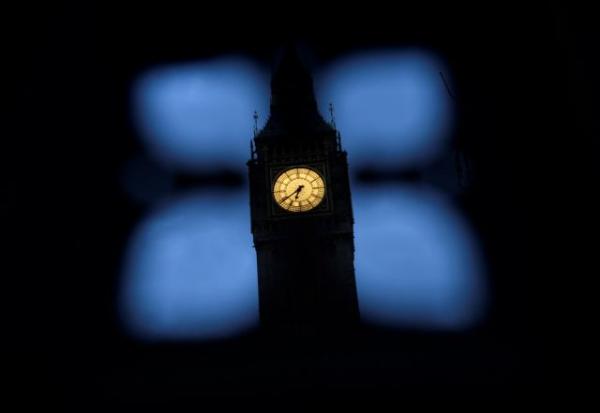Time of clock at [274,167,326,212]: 6:39
